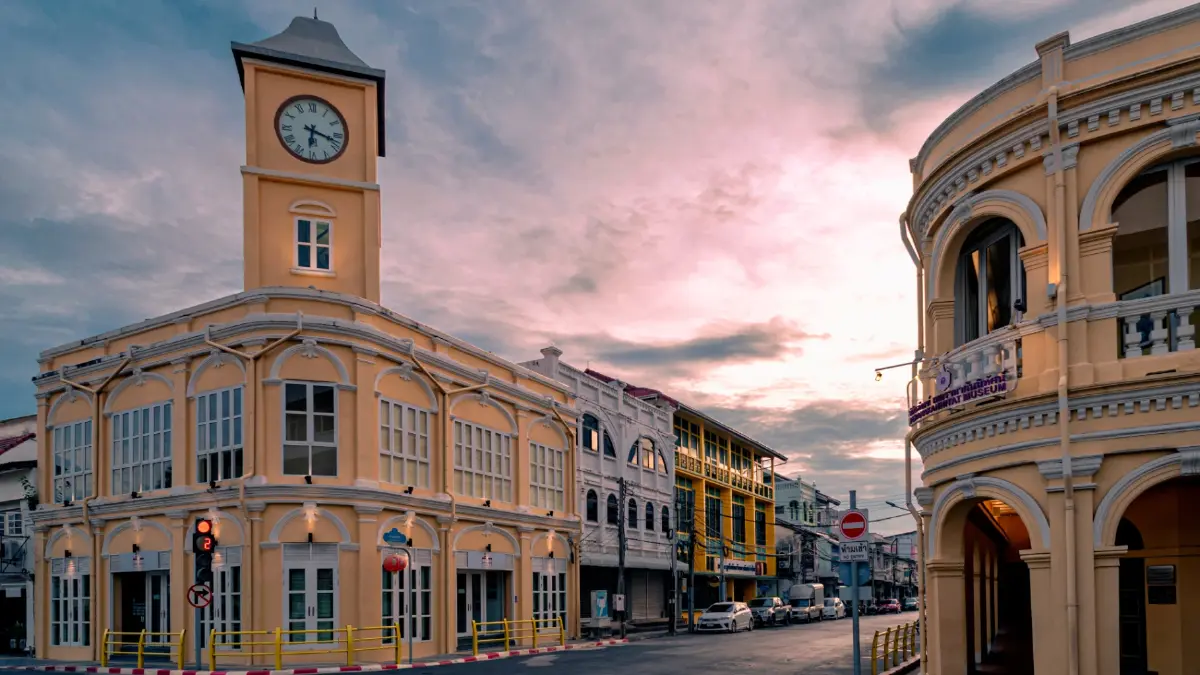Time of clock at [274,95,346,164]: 6:17
